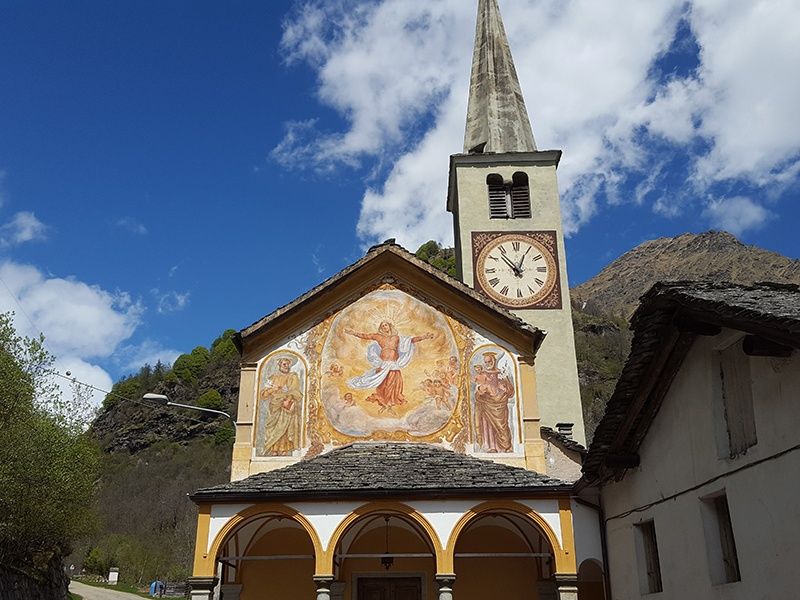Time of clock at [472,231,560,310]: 12:53
